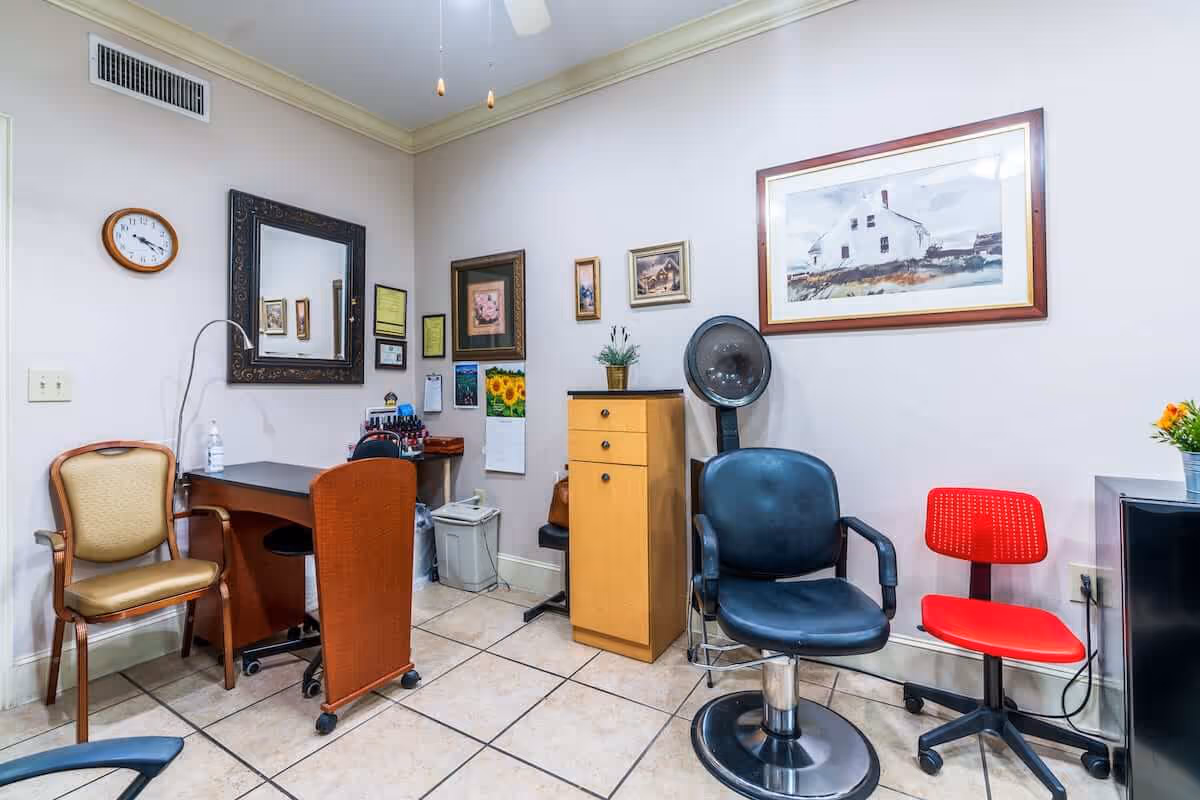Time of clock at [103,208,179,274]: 4:18
